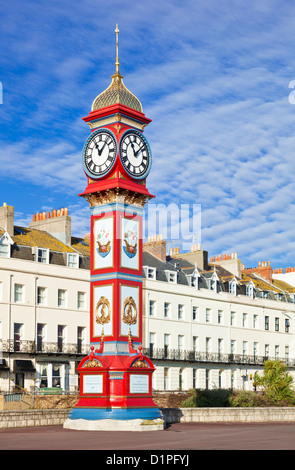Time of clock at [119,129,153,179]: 11:07
